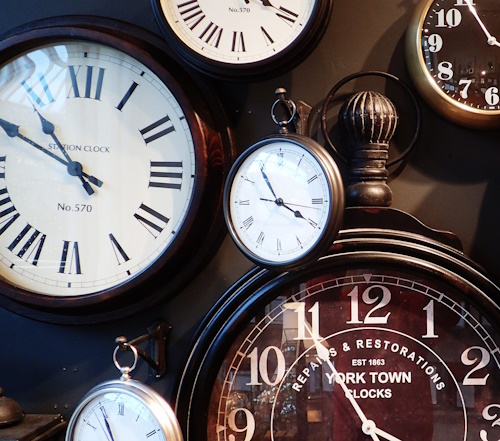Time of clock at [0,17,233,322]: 10:49
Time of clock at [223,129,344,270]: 3:54
